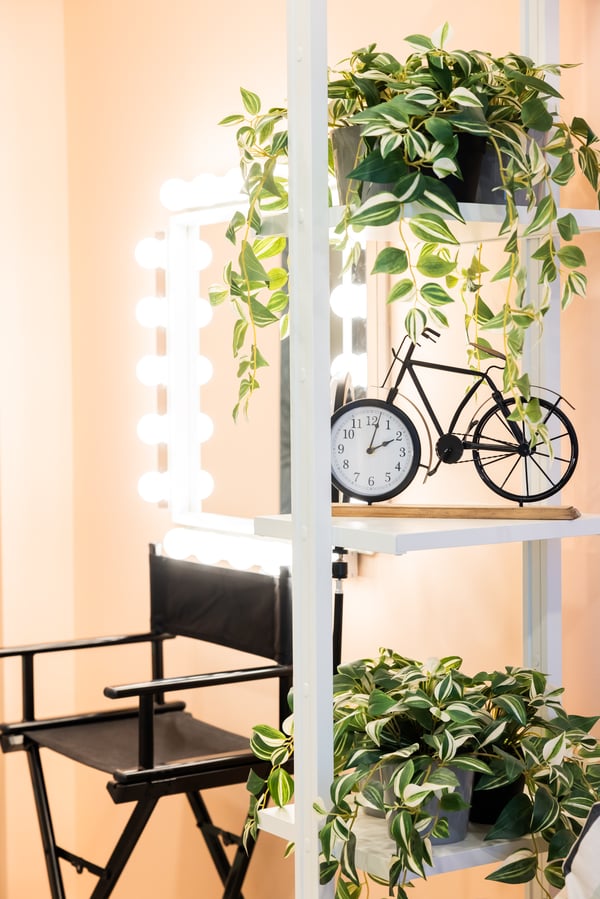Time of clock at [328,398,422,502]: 2:02
